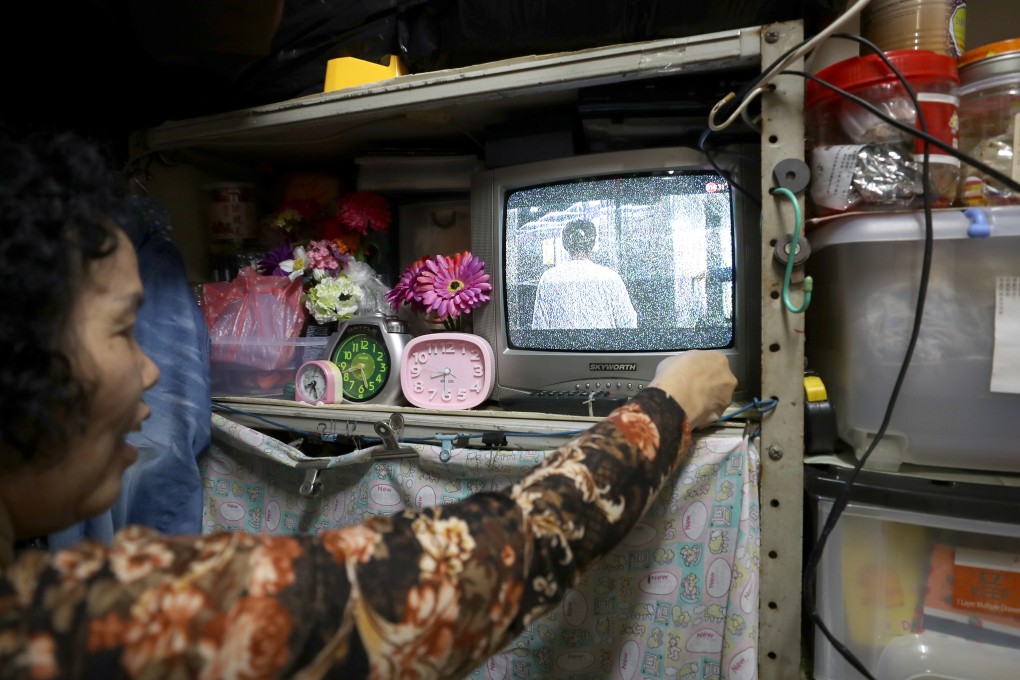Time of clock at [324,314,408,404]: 8:27
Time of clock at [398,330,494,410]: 8:30
